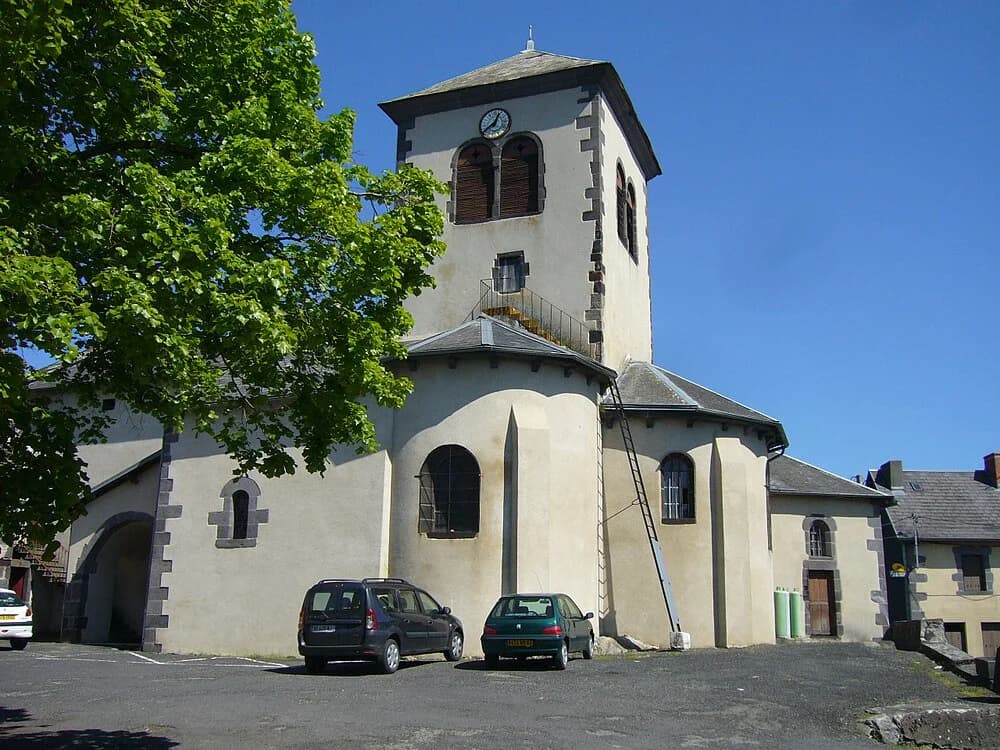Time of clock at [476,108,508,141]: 12:38
